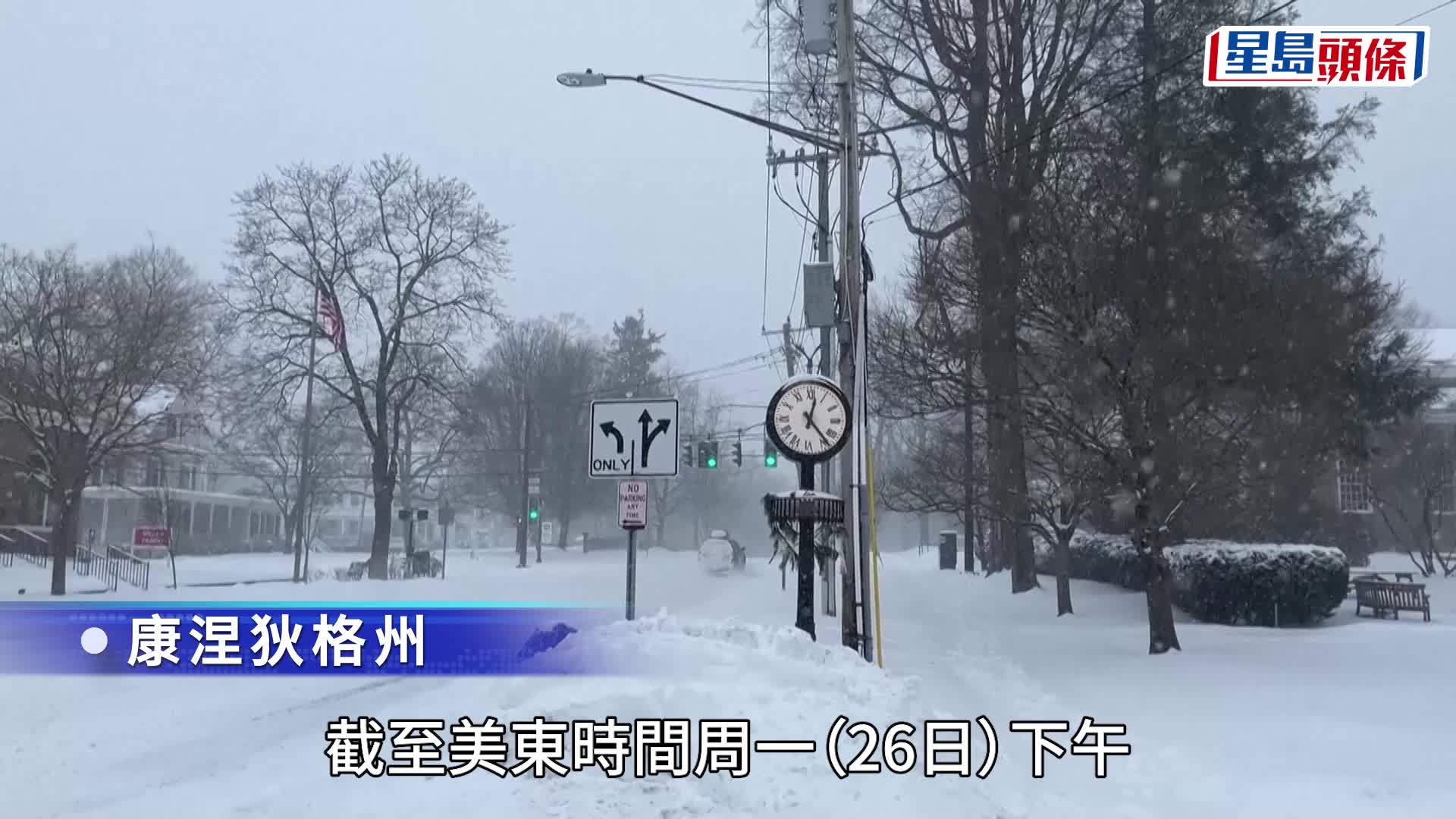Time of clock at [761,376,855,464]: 12:23
